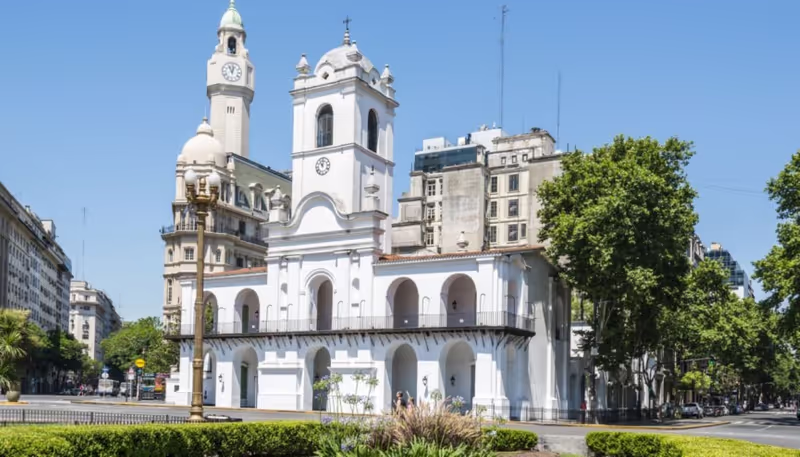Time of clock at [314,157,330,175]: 11:02
